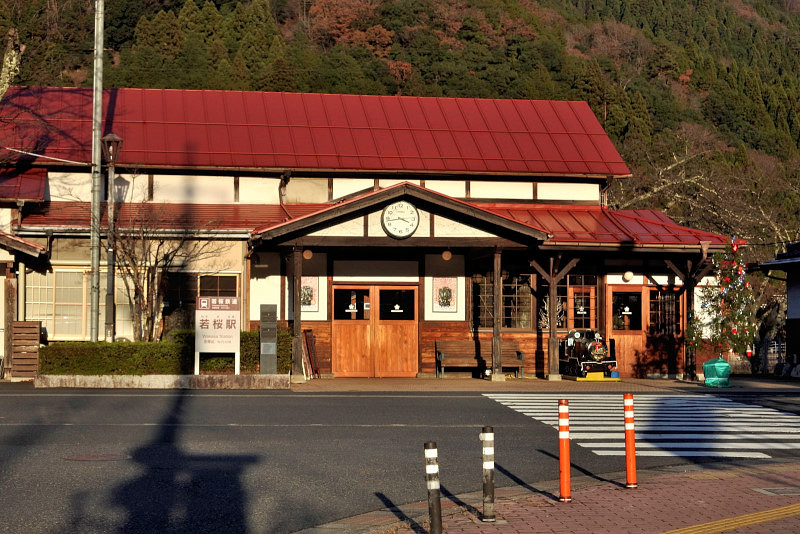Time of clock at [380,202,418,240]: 3:43
